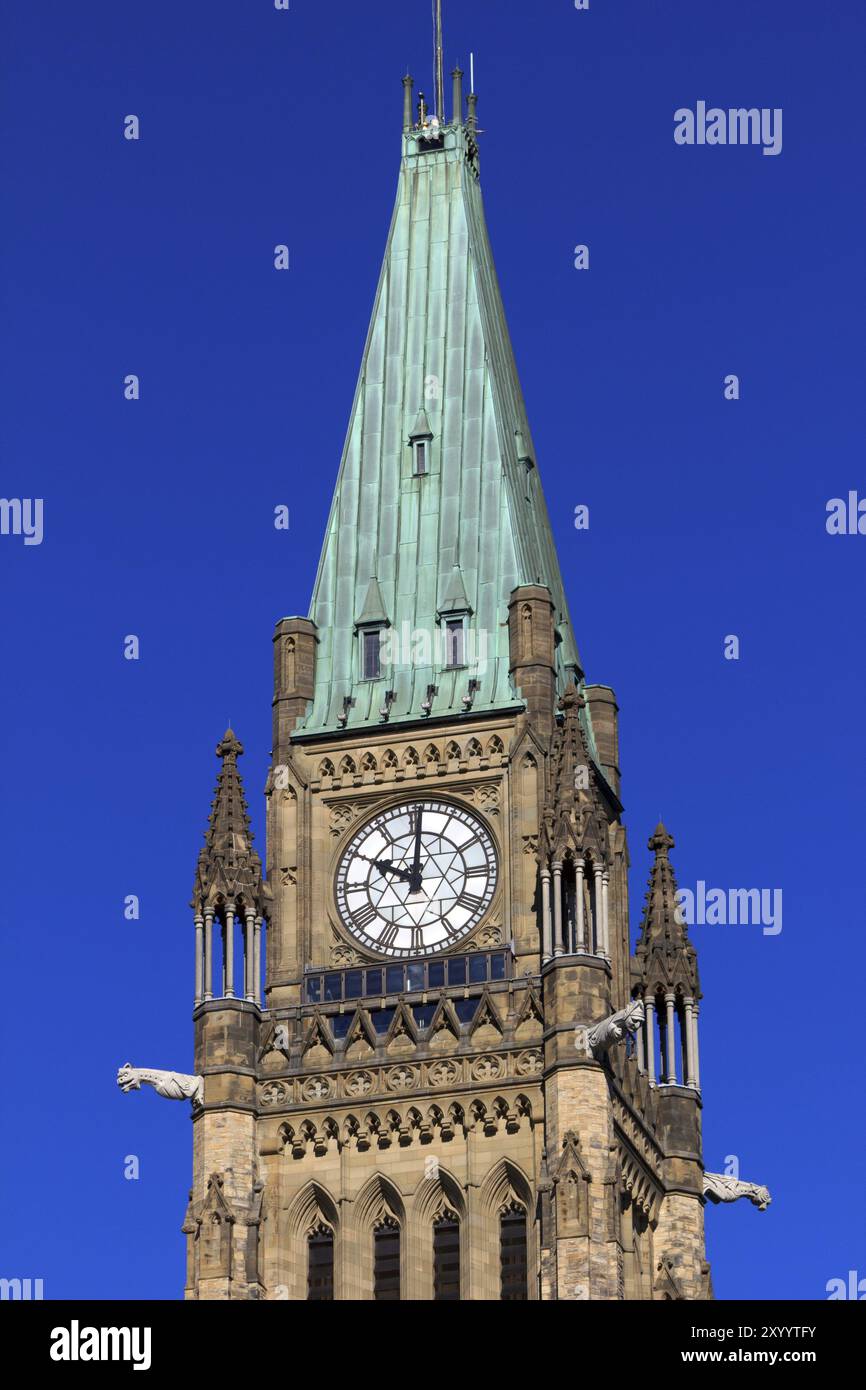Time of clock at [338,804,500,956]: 10:00
